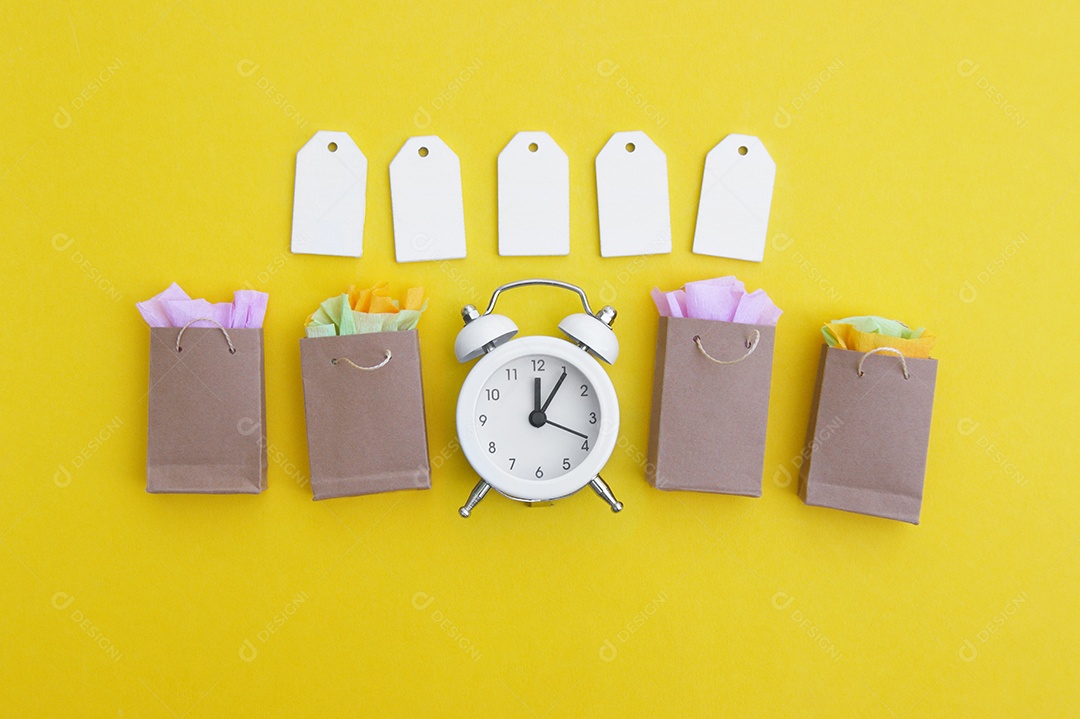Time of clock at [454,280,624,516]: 12:05
